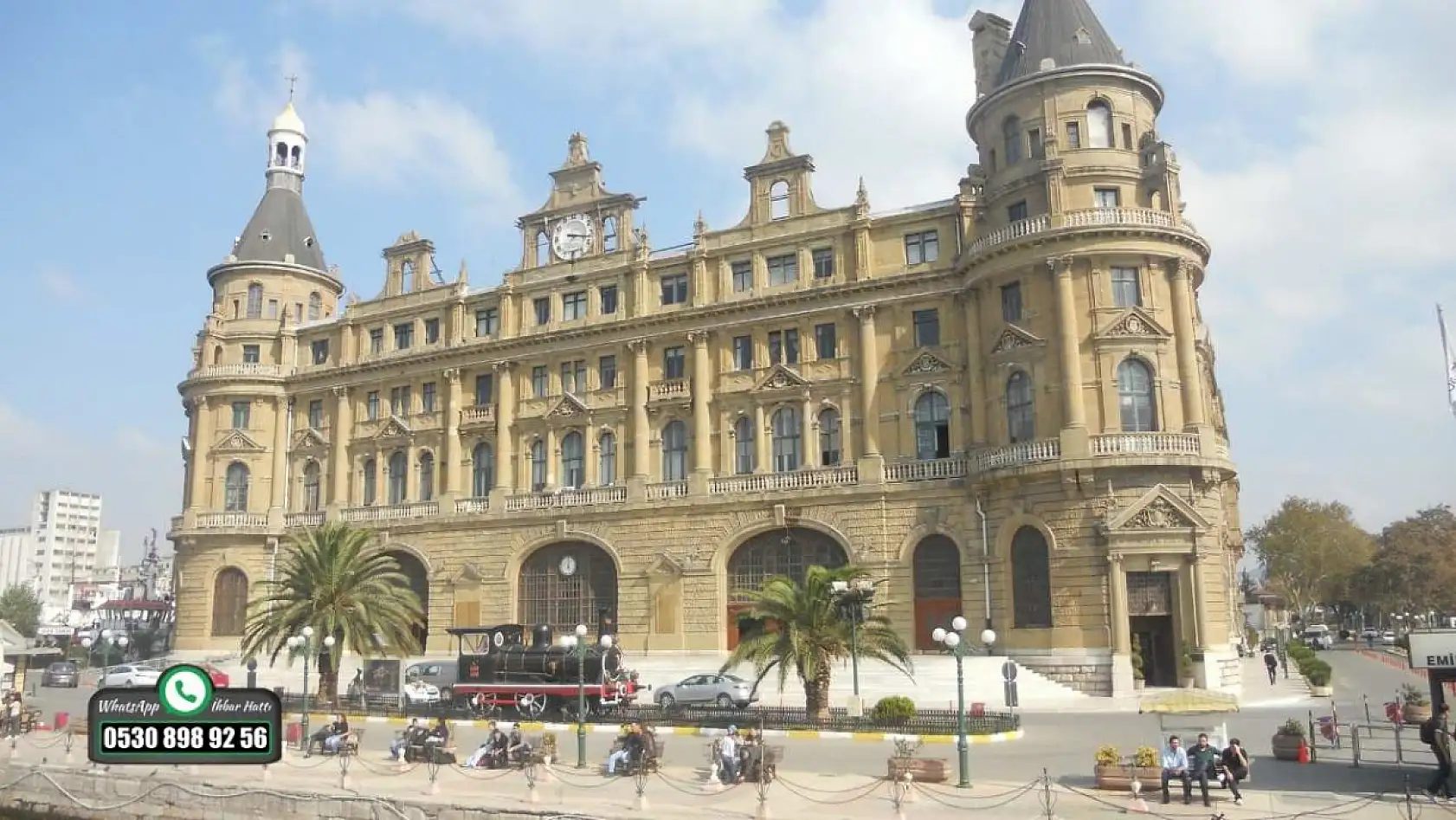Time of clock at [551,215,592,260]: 3:17
